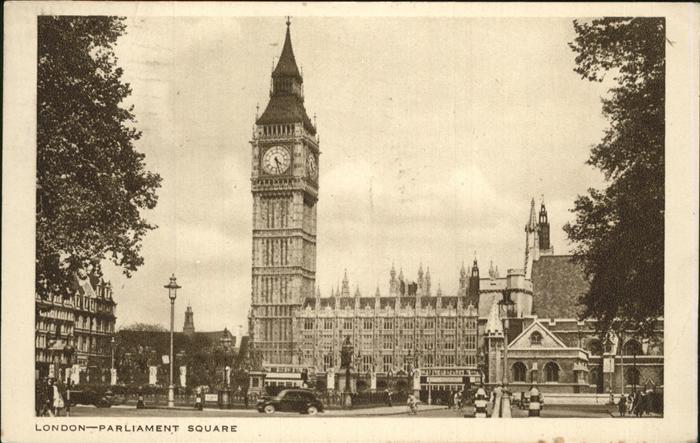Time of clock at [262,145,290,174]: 4:27
